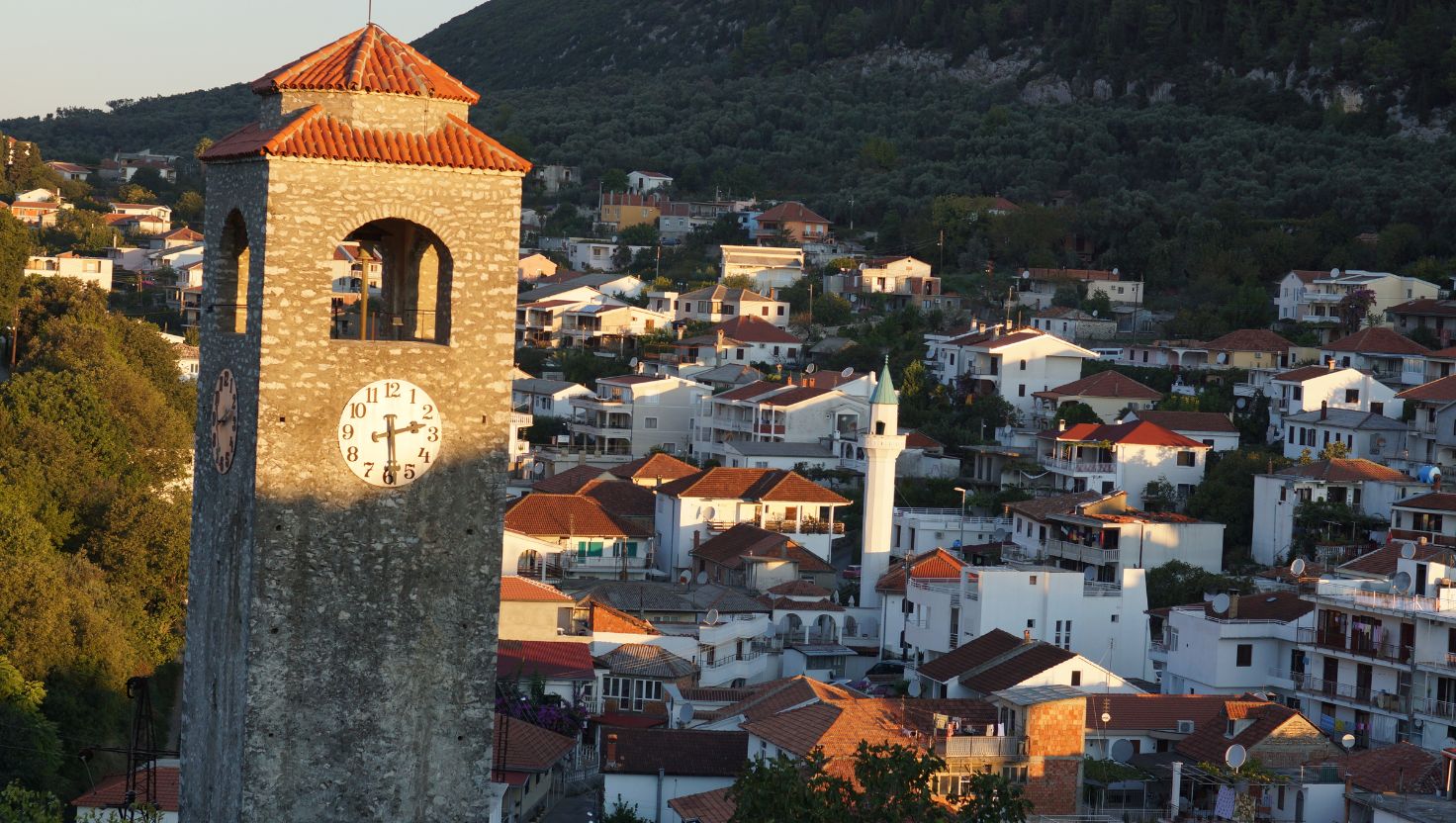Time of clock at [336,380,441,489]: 2:29
